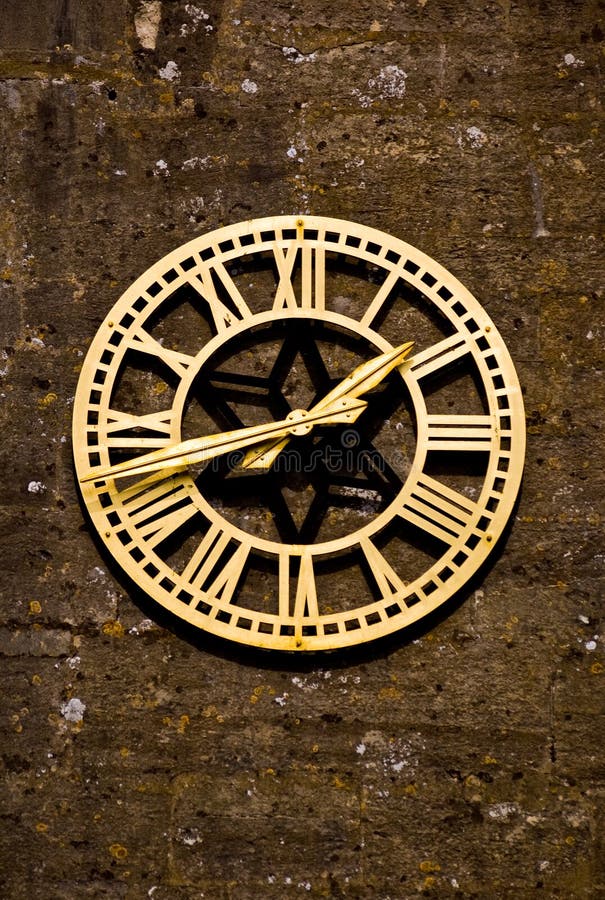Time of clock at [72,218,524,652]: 1:42
